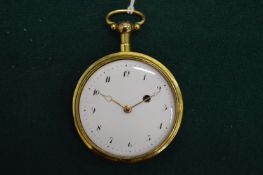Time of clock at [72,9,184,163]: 1:50
